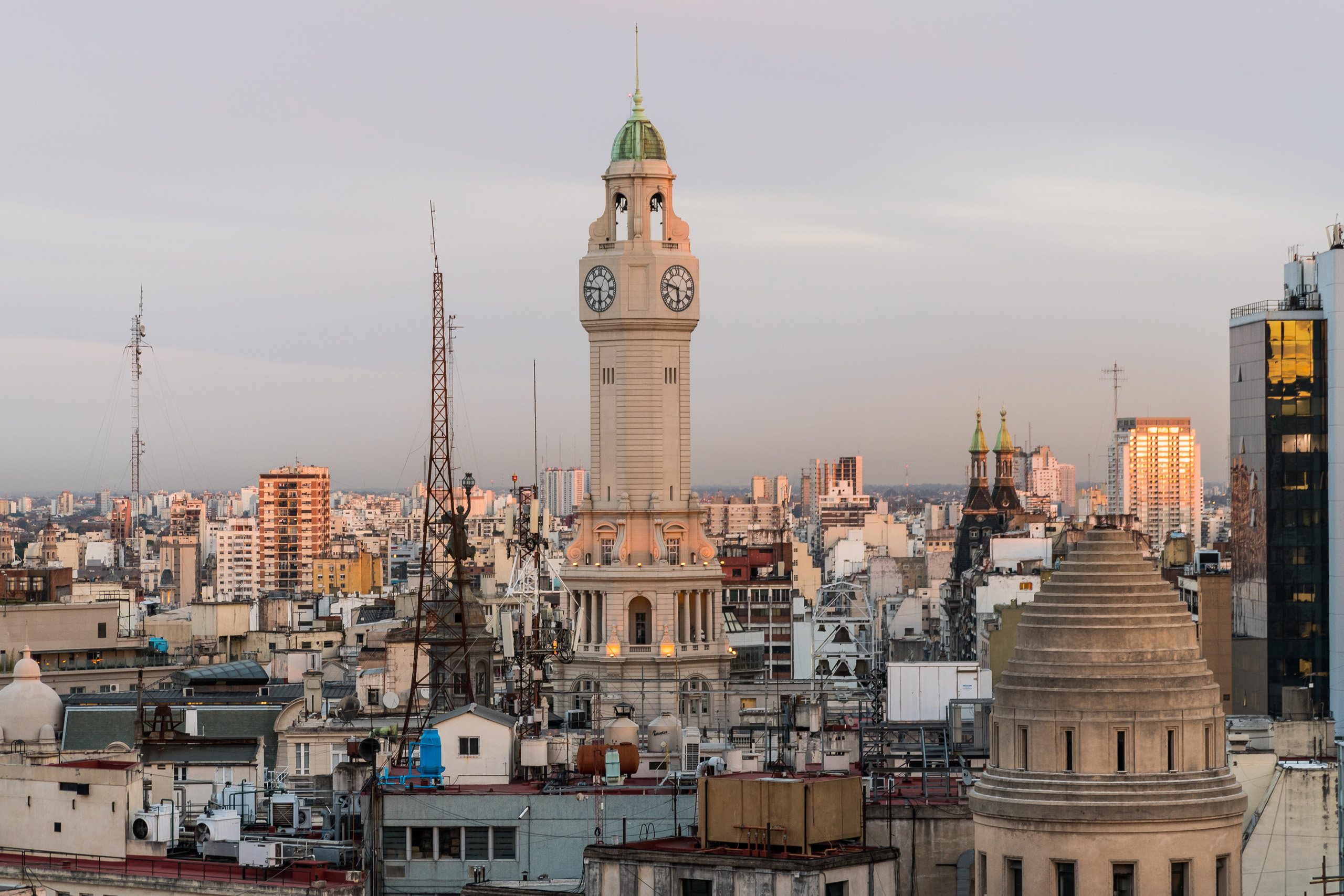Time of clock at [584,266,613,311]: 5:46
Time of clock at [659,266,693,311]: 5:47
